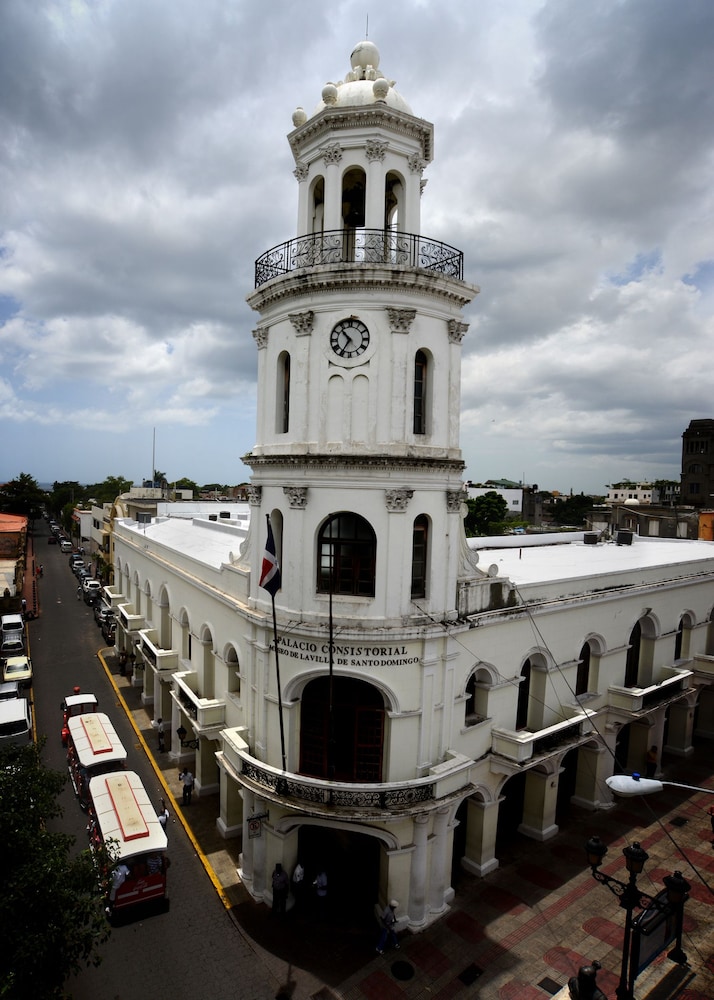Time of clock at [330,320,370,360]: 10:35
